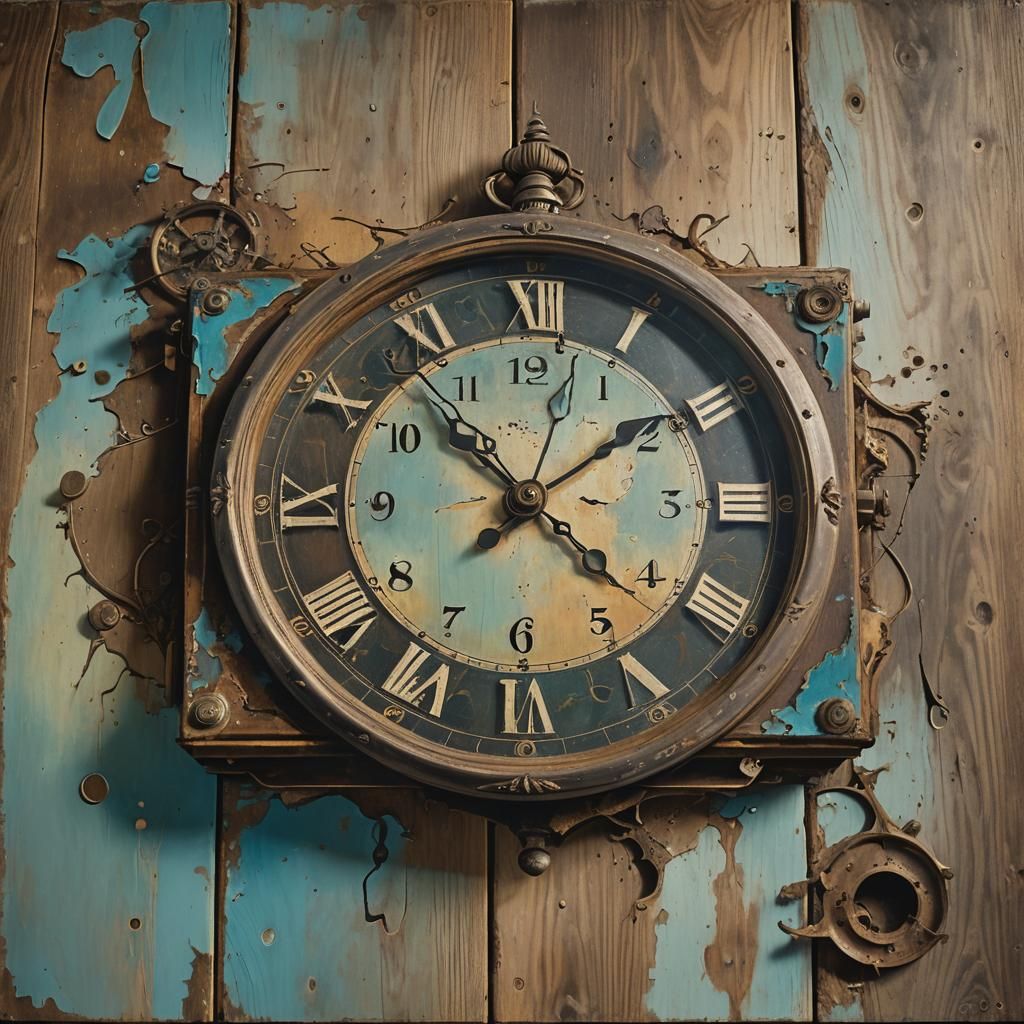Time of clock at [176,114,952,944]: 1:52
